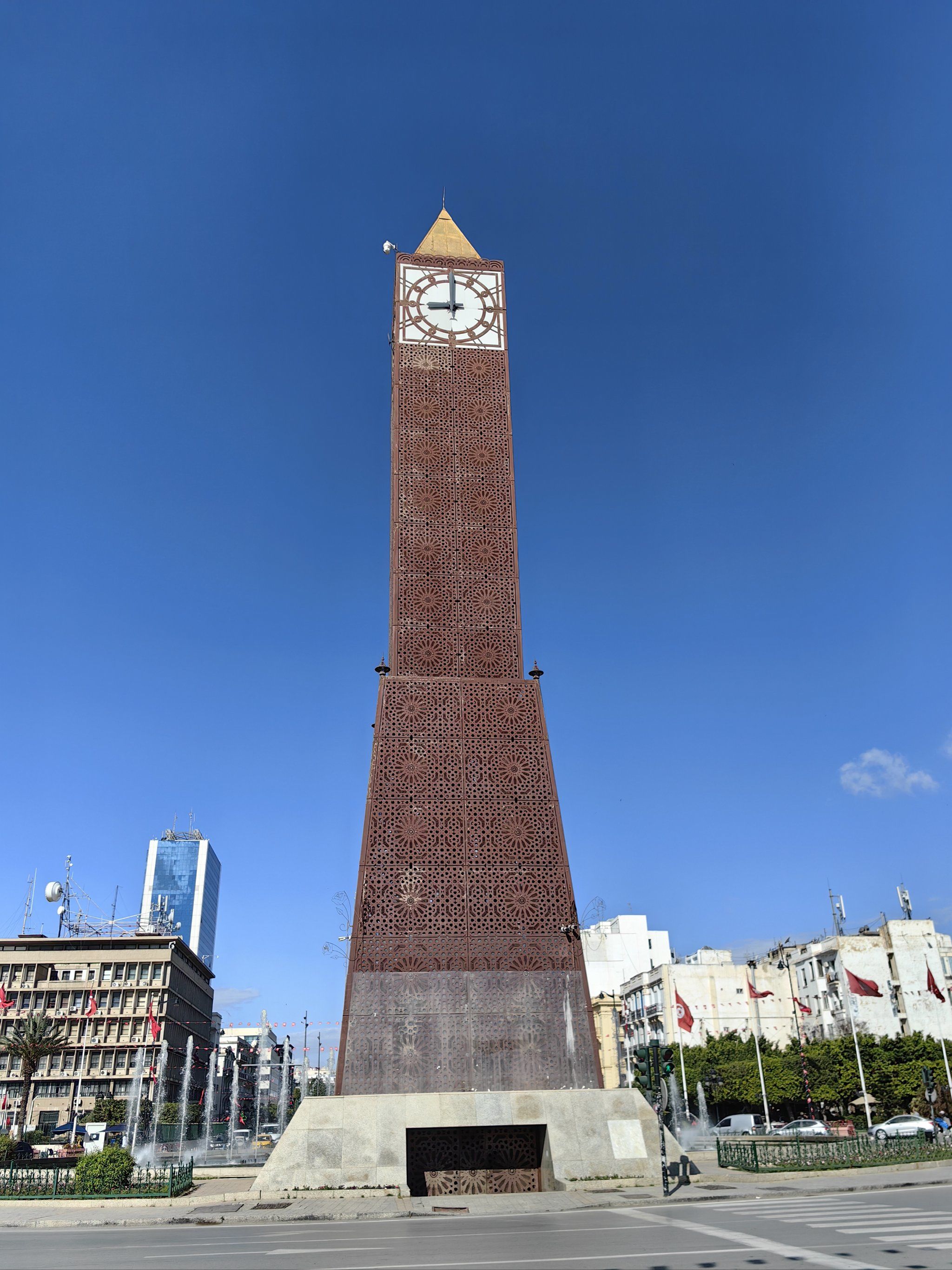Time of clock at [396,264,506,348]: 8:59
